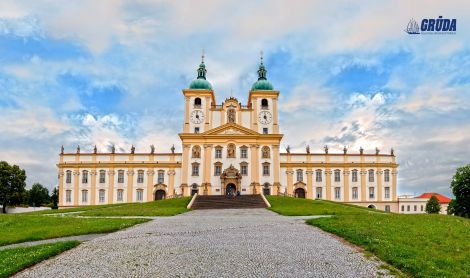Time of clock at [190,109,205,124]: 4:59
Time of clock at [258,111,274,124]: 4:59
